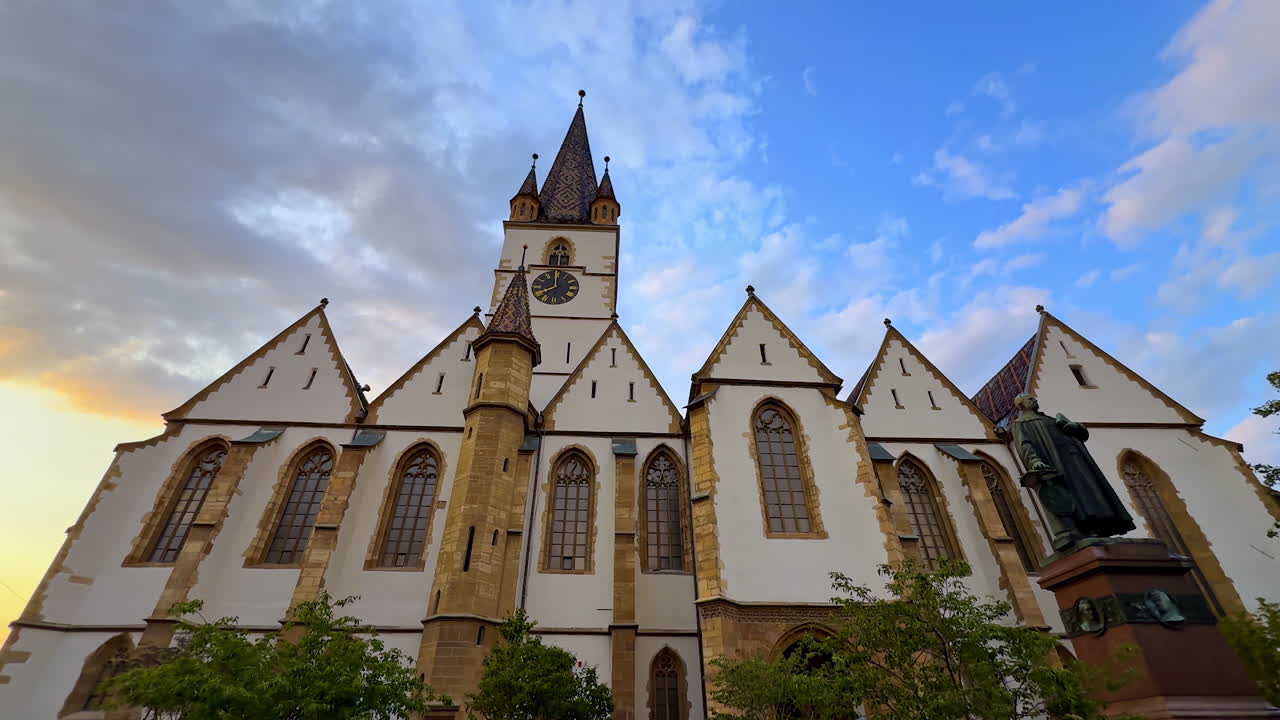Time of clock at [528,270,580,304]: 7:59
